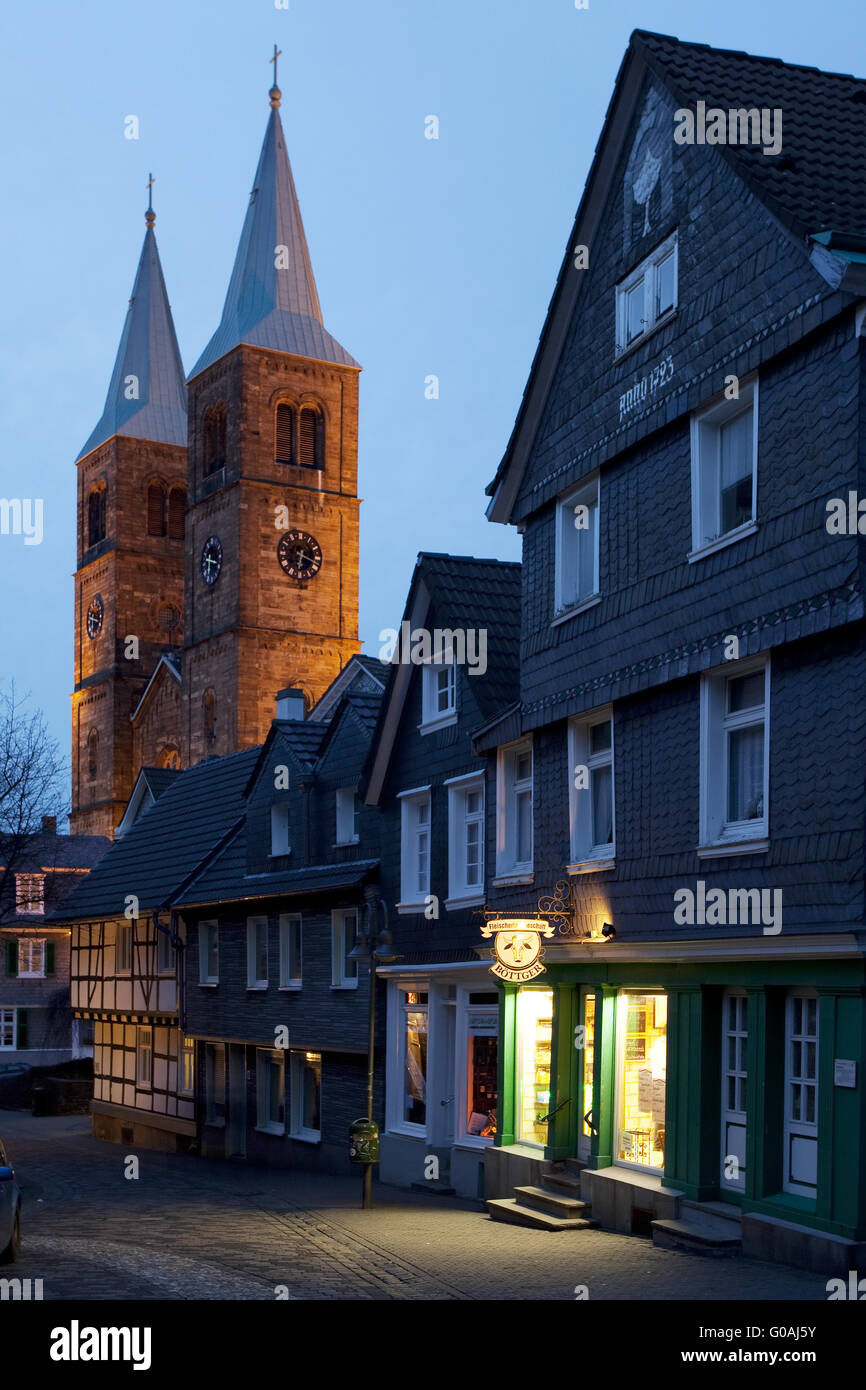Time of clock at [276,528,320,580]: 6:18
